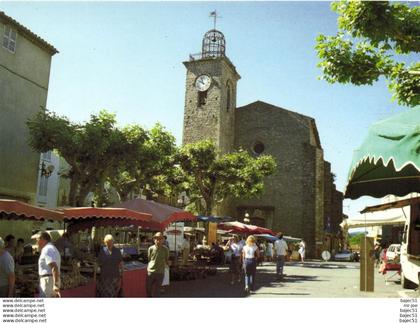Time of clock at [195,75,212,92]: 9:57
